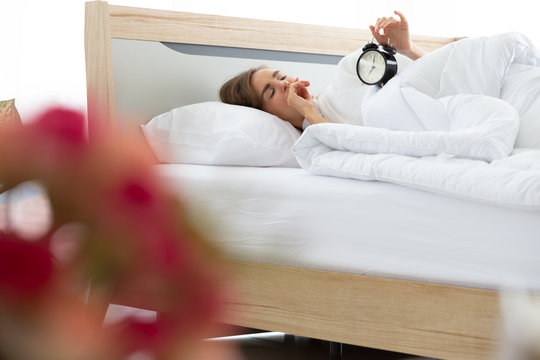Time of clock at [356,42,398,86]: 7:00
